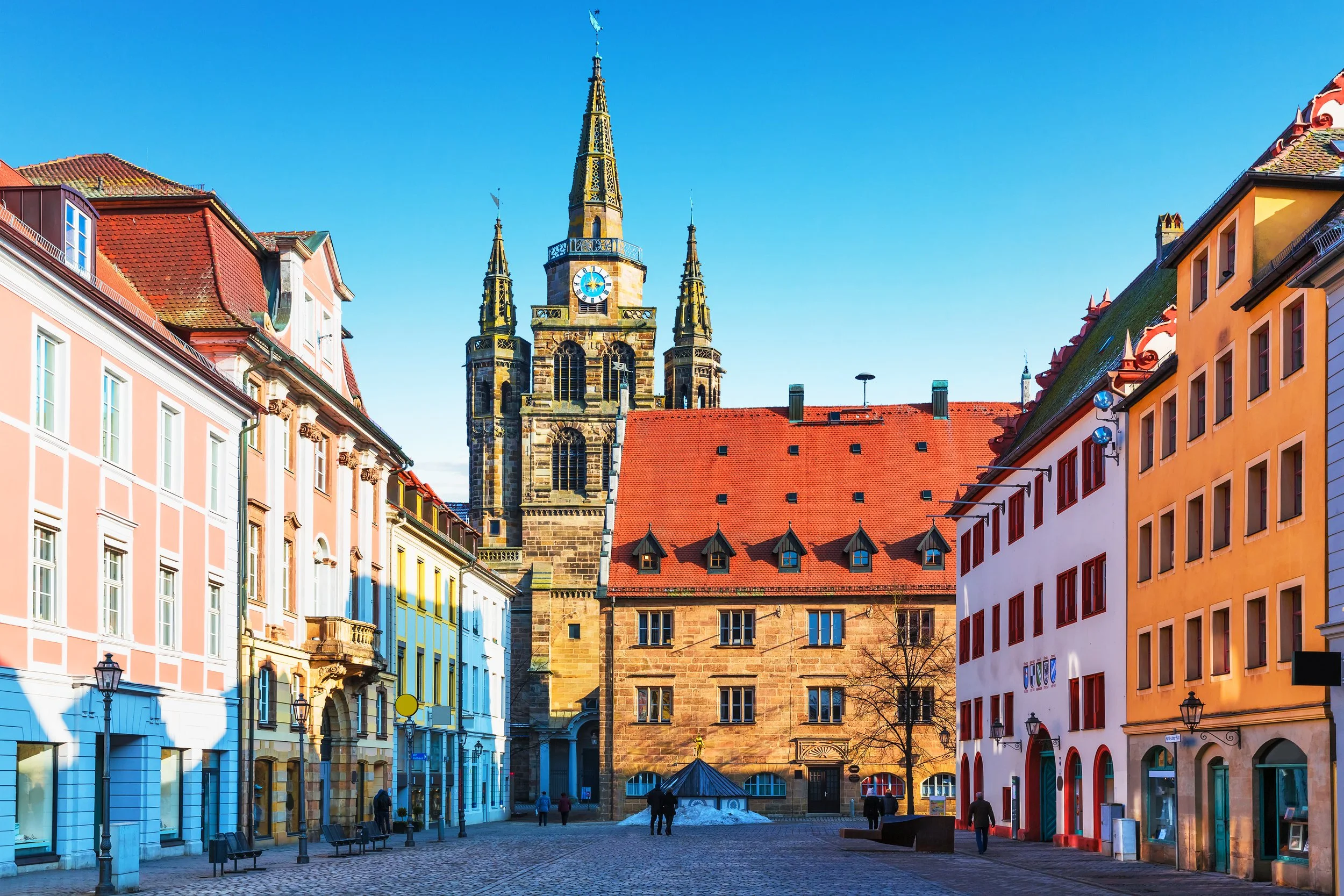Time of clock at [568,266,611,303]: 2:58
